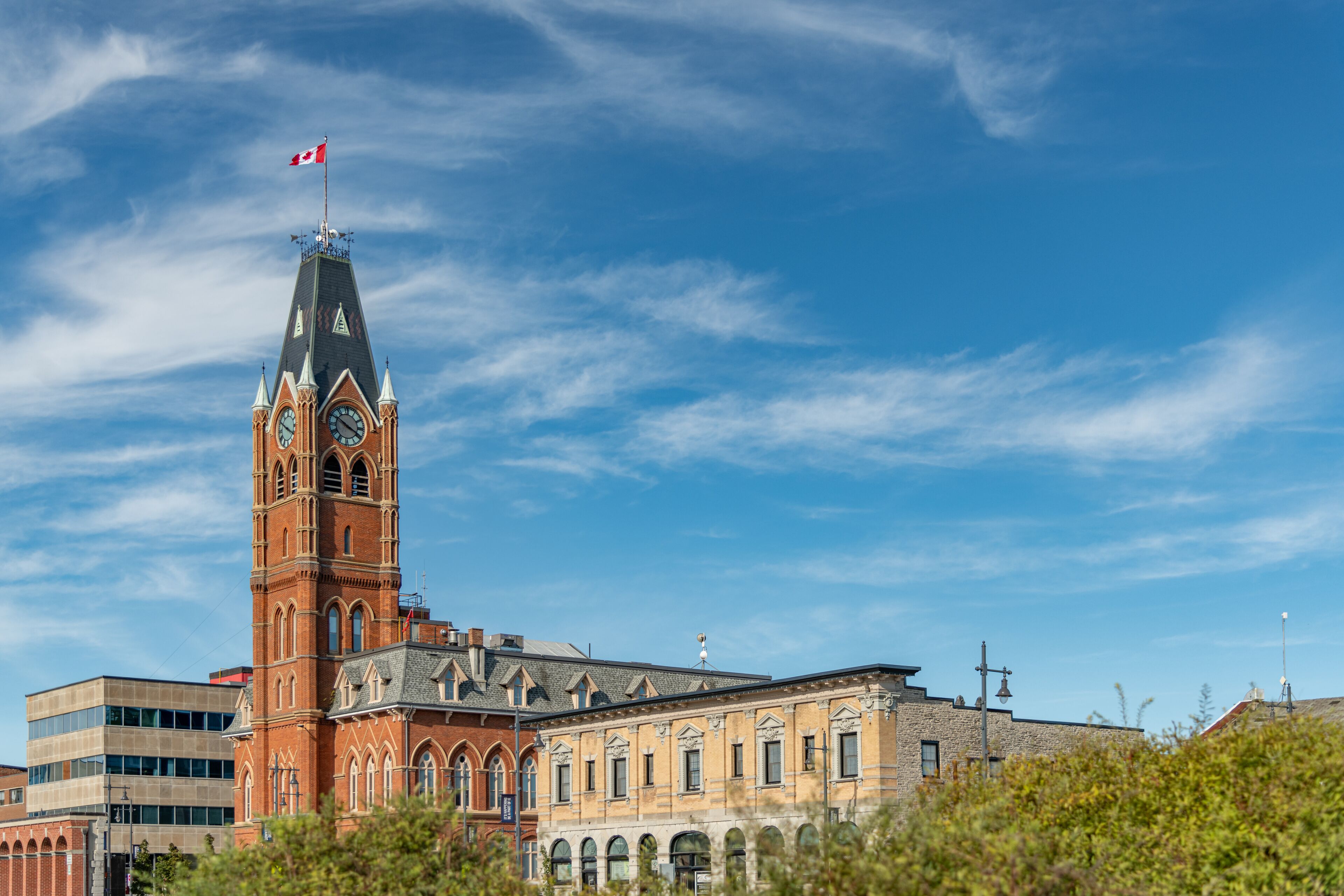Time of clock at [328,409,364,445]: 3:50
